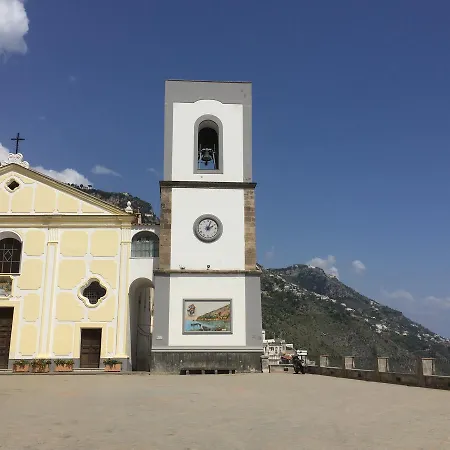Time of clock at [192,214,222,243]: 2:03
